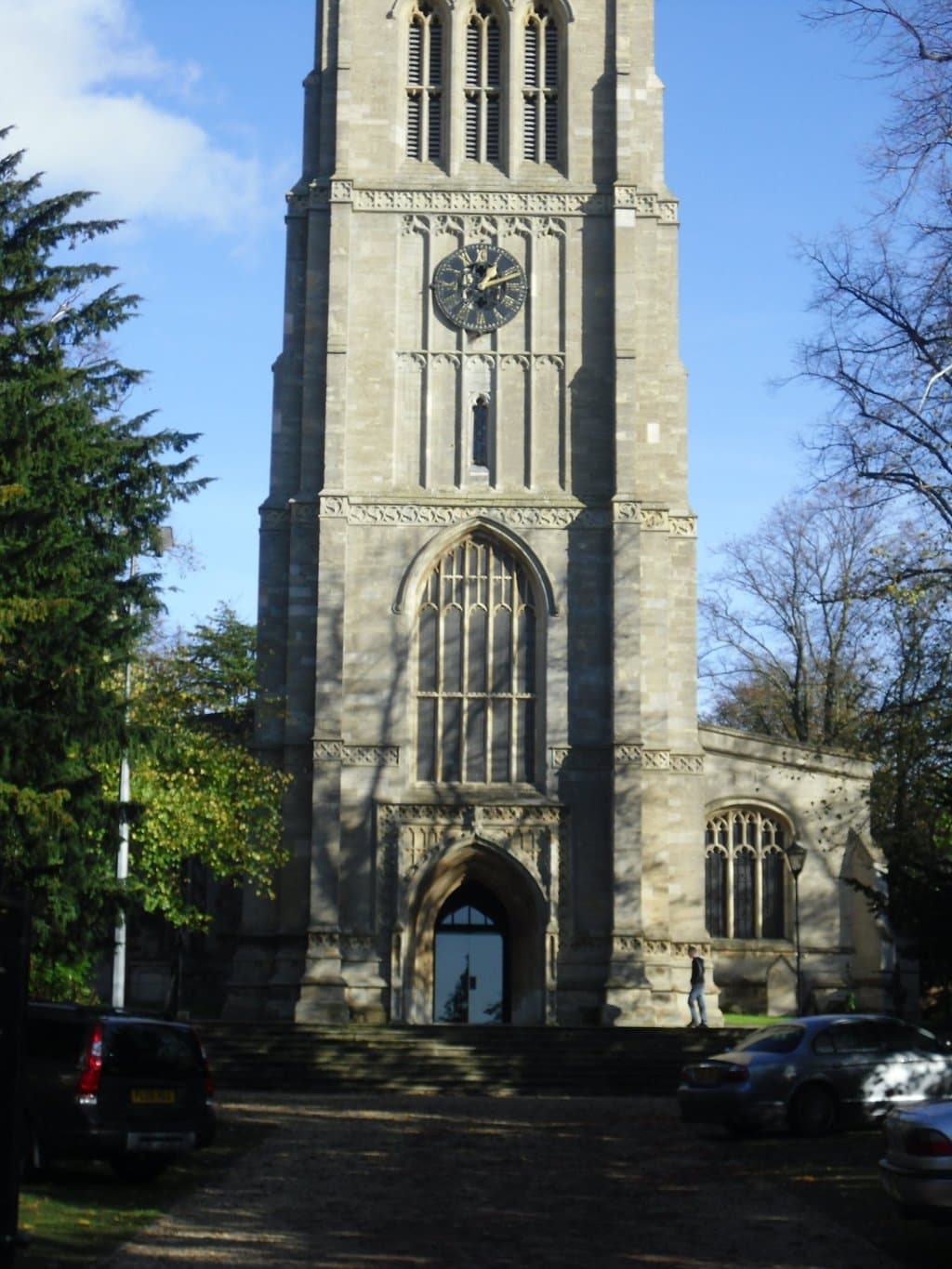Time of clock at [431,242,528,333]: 1:12
